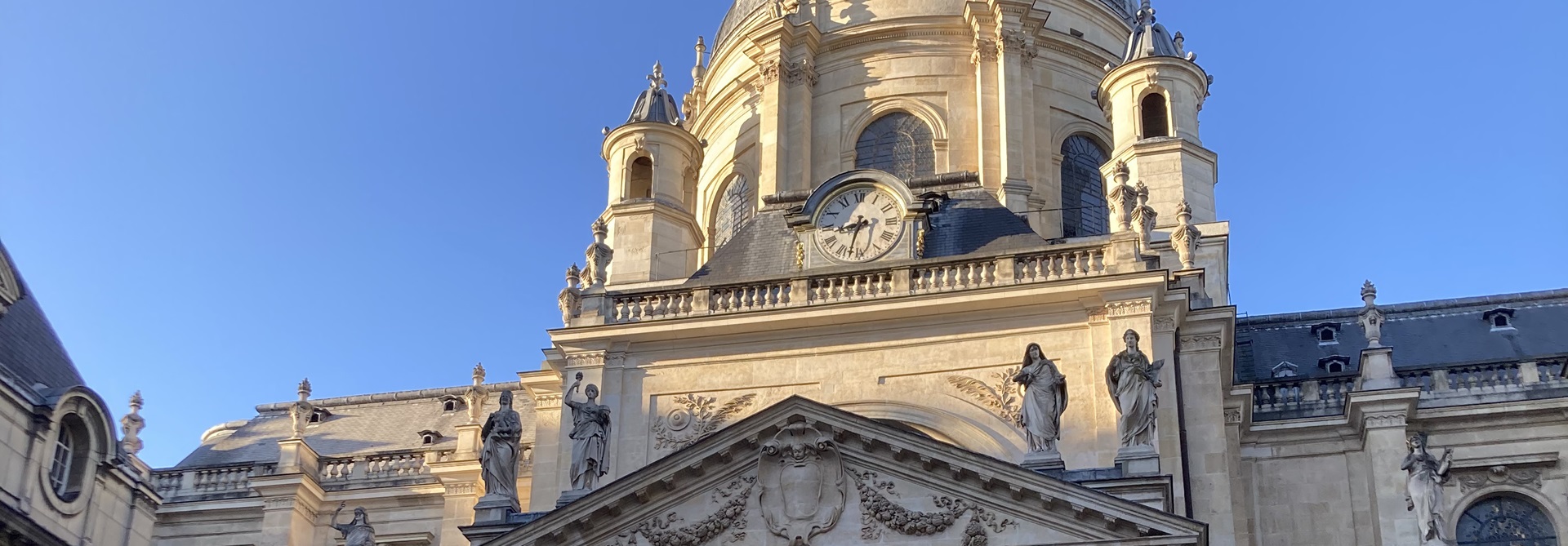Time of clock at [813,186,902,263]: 8:32
